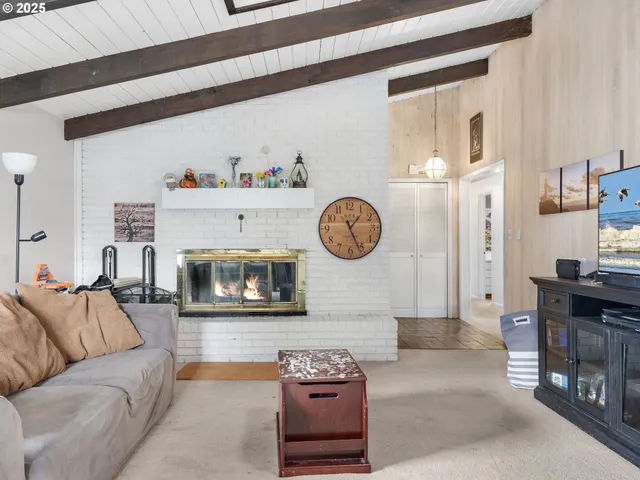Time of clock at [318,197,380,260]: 1:26
